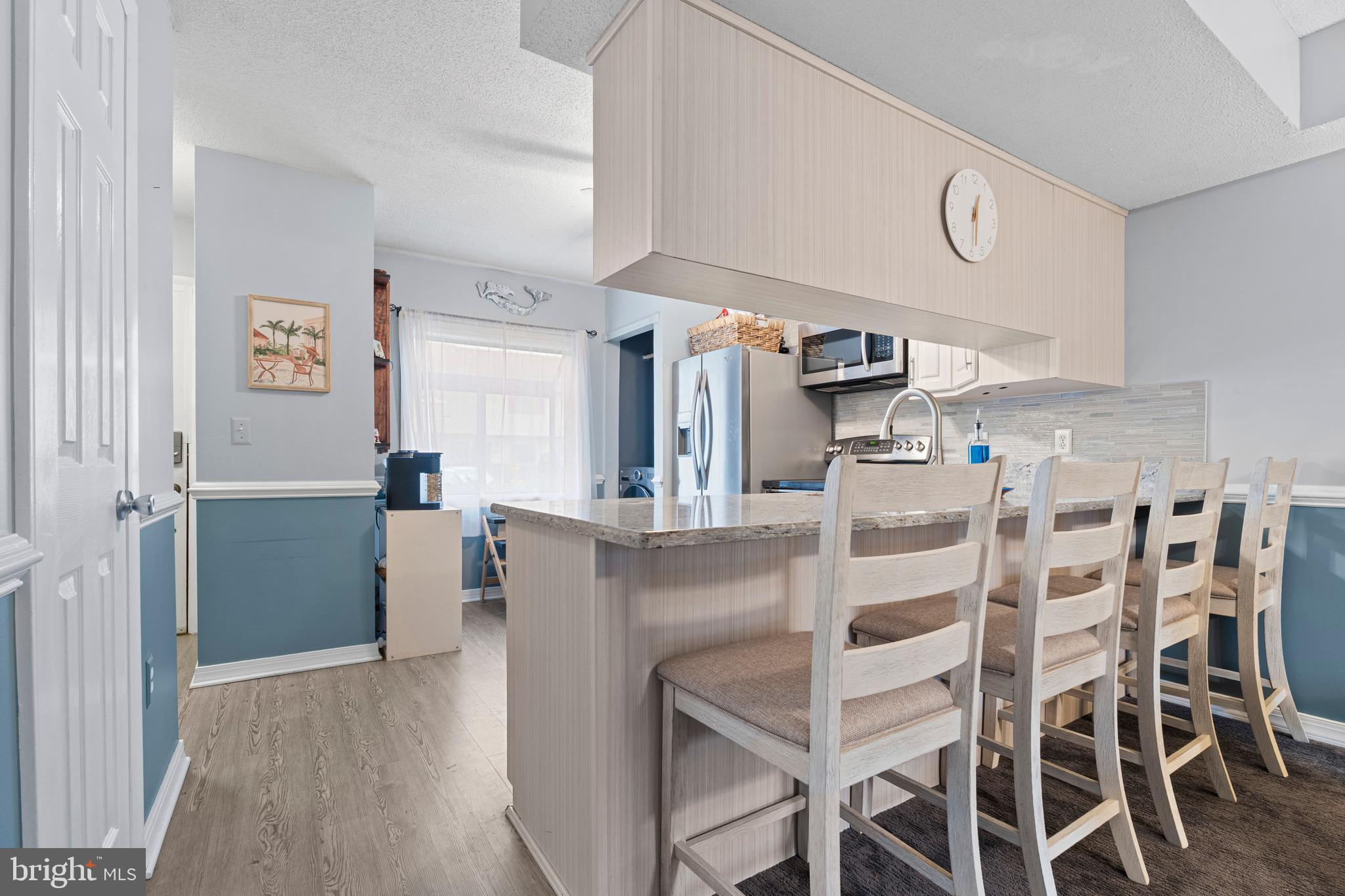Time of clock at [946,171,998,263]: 12:28
